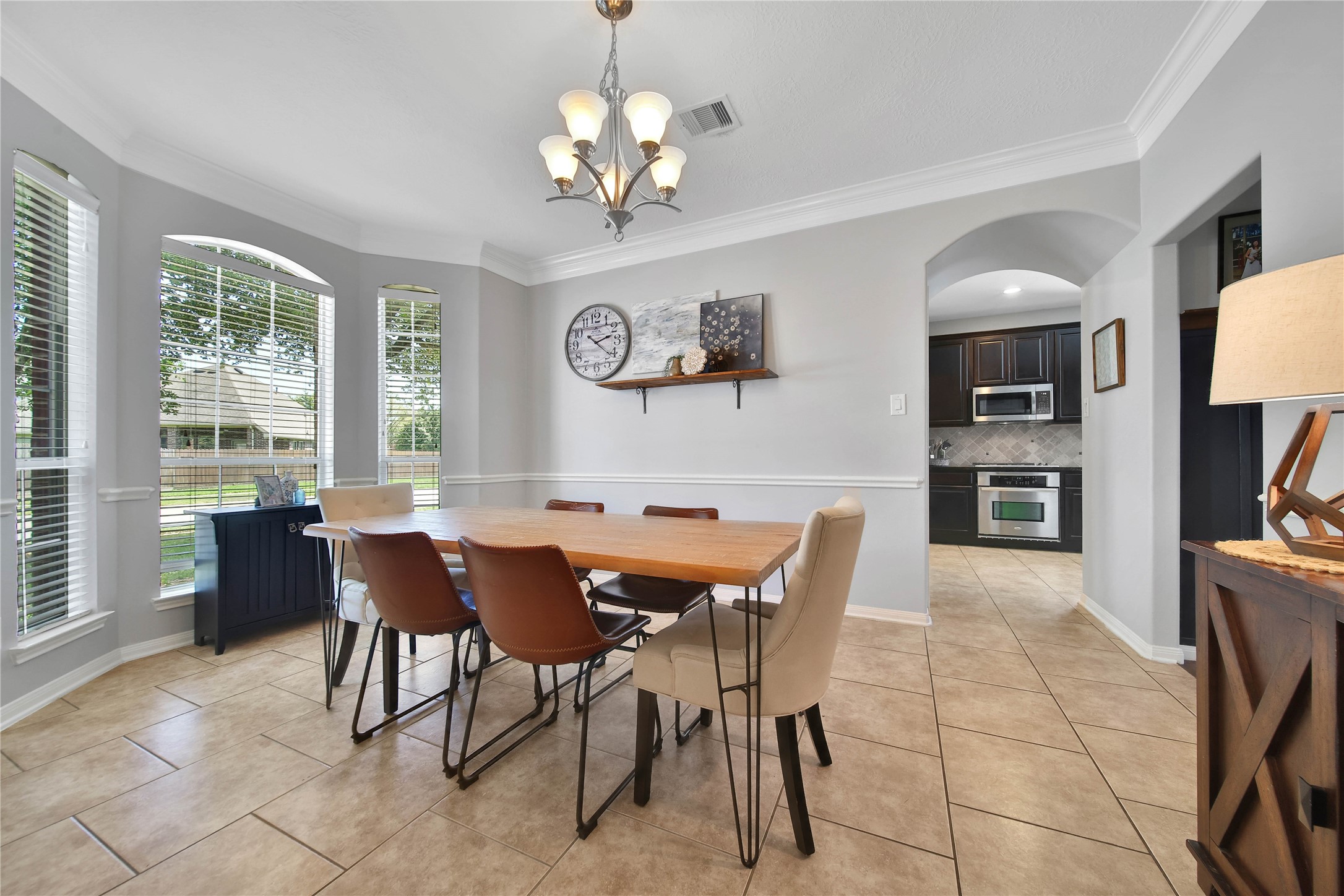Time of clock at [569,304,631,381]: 2:21
